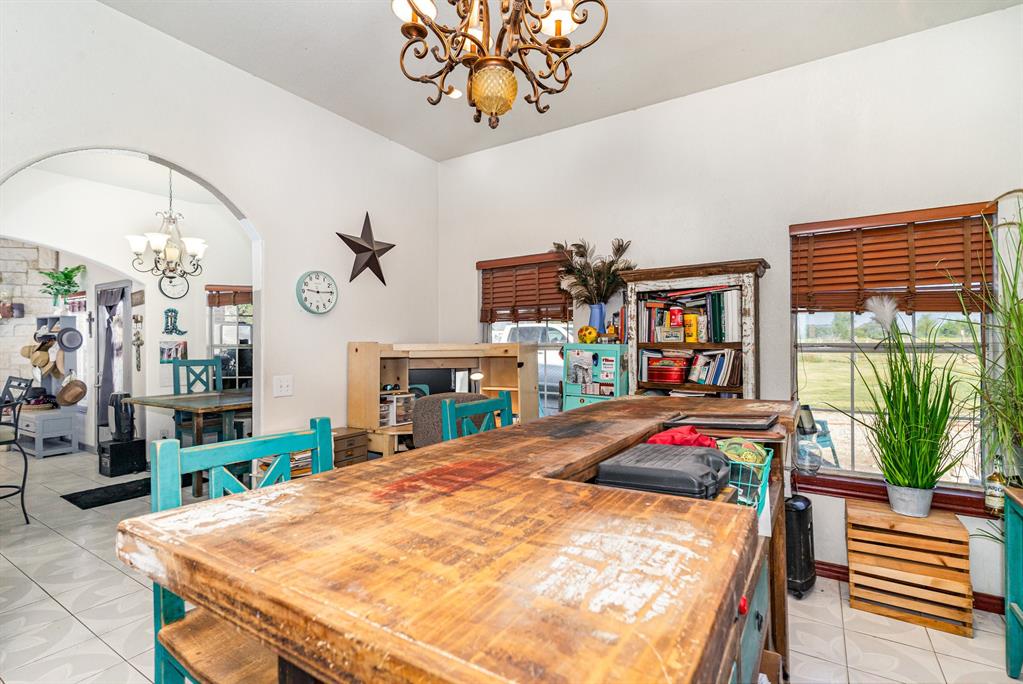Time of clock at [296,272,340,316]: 9:14
